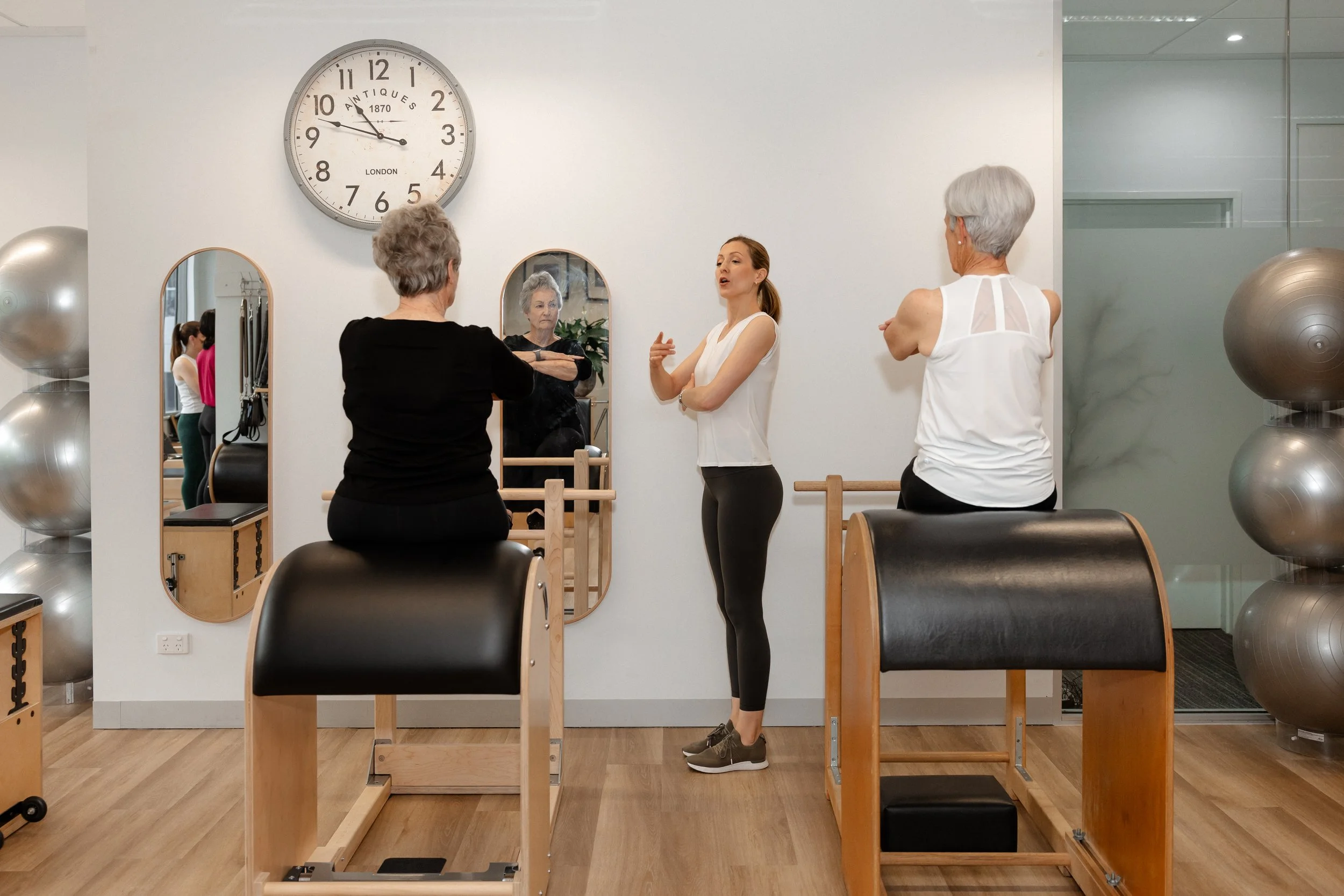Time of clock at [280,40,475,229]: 10:47
